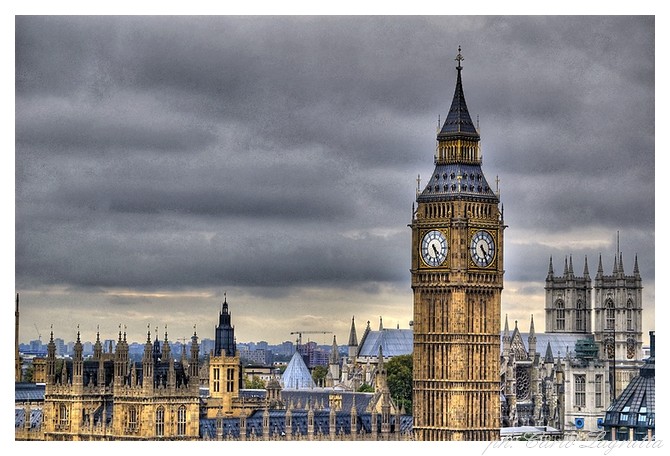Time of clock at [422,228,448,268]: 4:26
